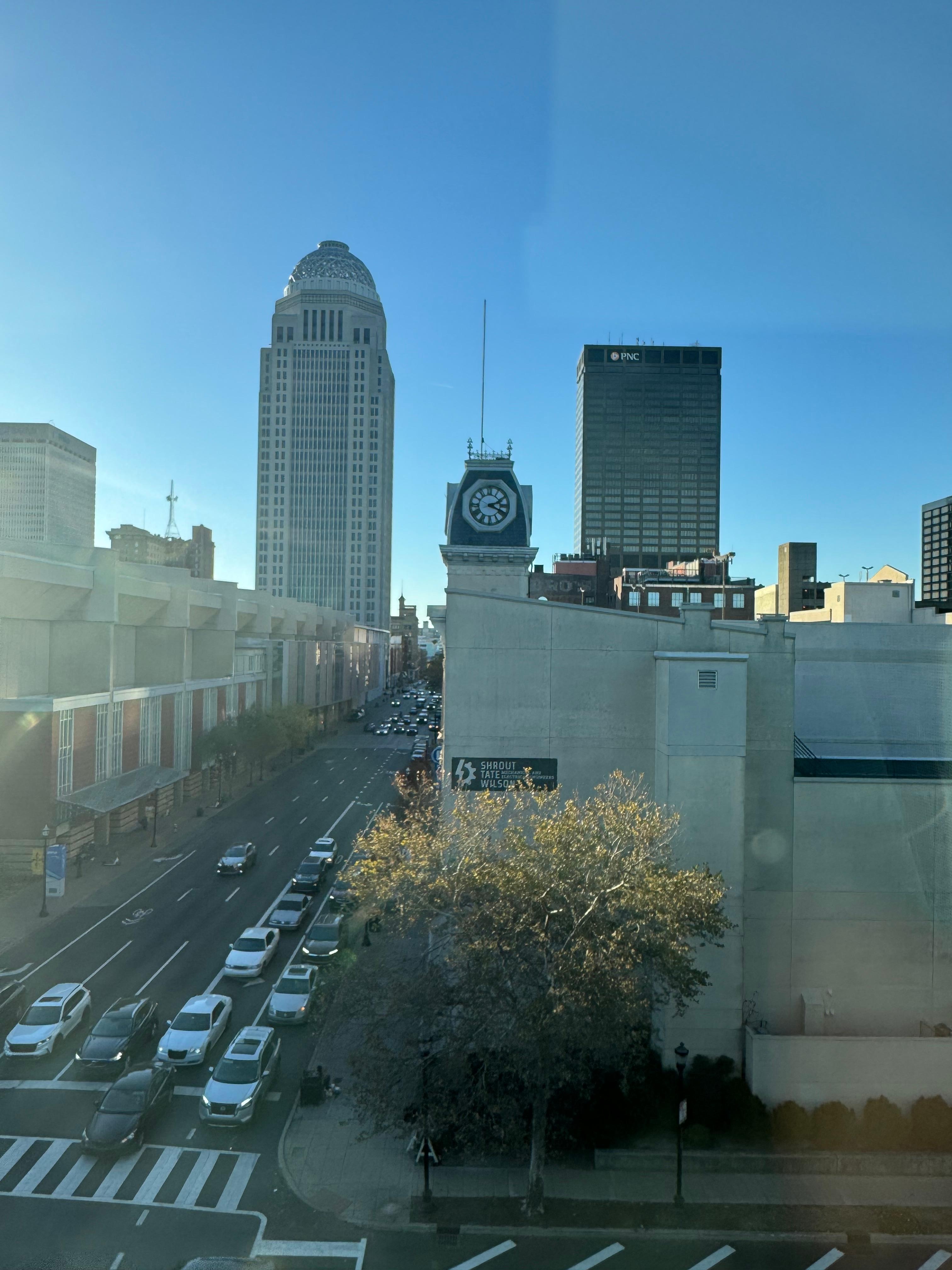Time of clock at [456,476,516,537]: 2:18
